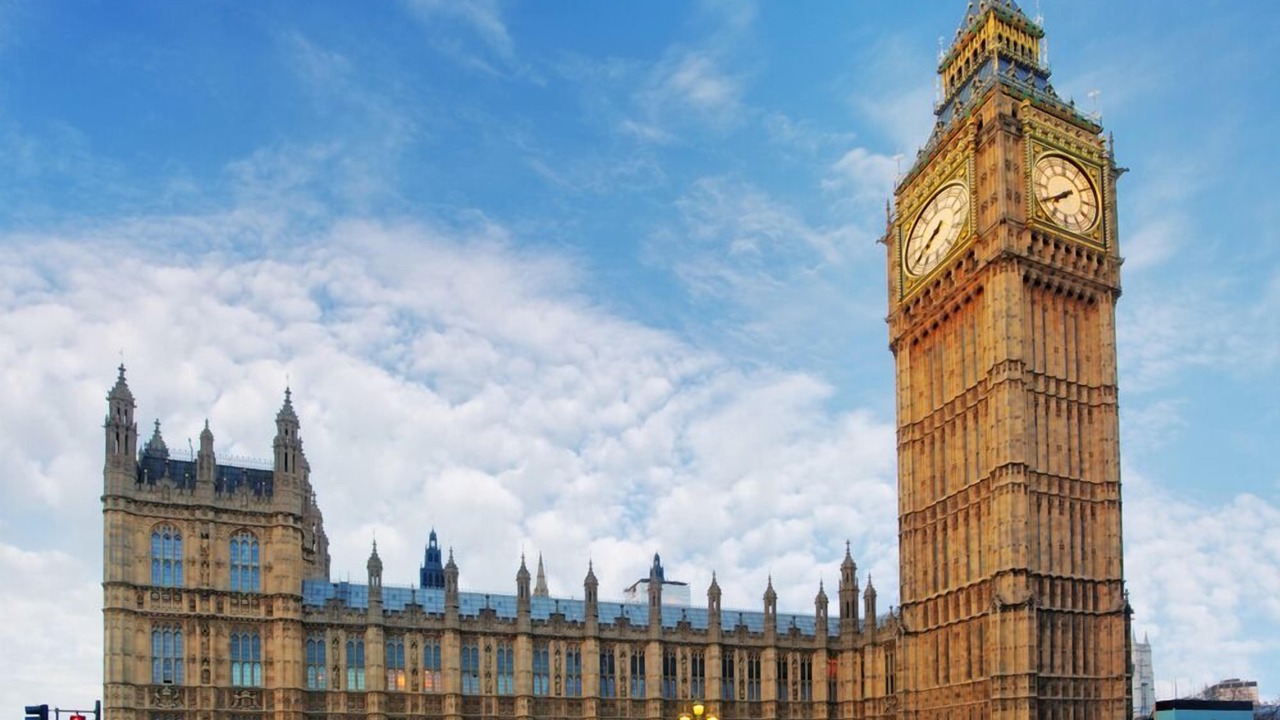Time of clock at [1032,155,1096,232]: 7:40
